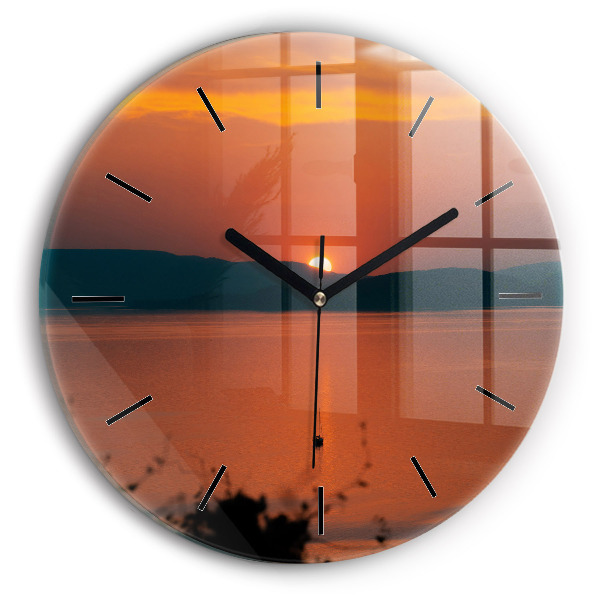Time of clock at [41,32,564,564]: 10:10
